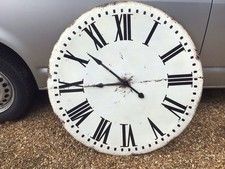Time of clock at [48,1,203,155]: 8:51
